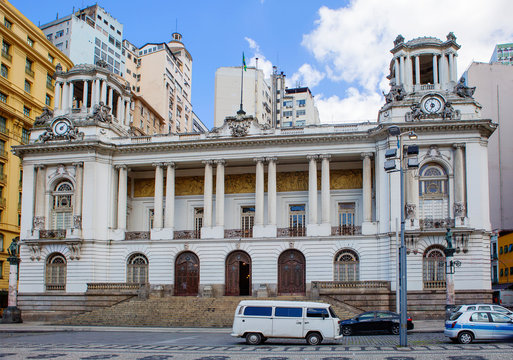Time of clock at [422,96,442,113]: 11:33
